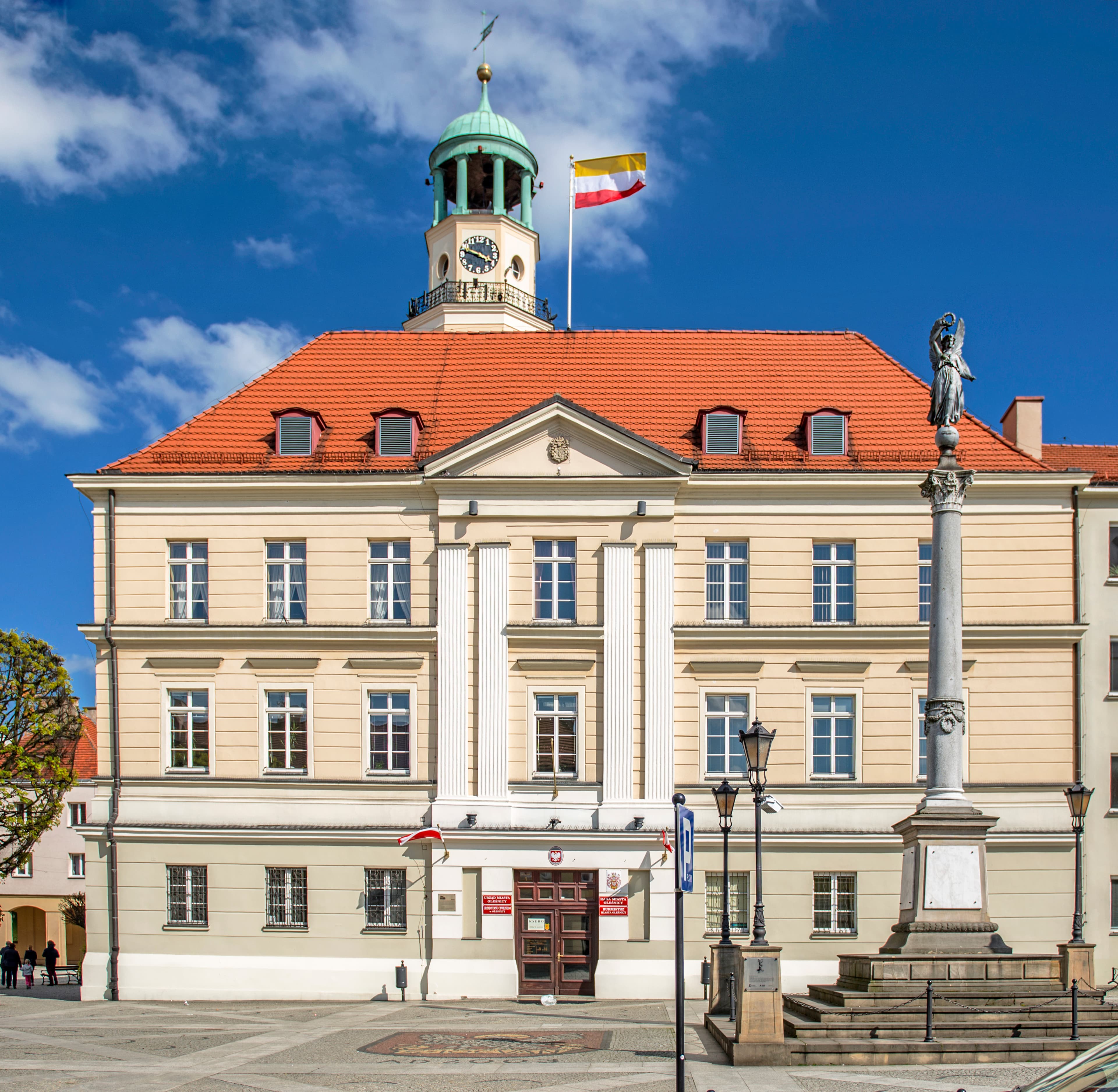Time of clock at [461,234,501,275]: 3:47
